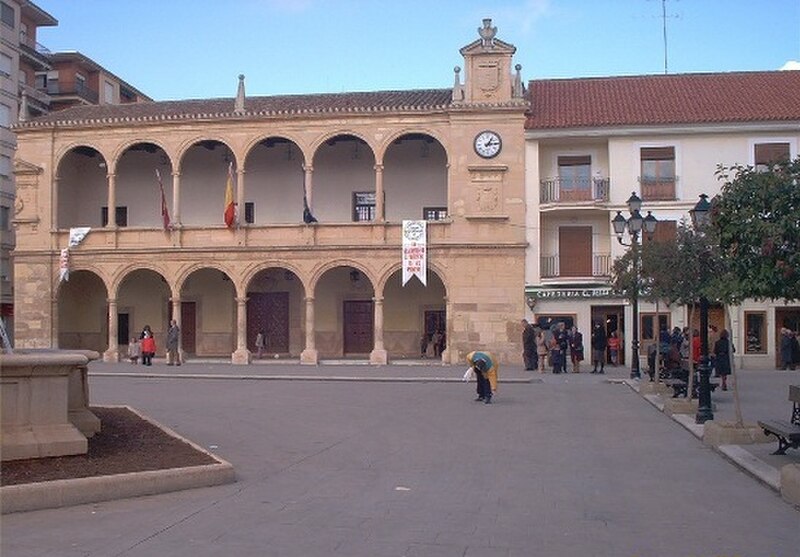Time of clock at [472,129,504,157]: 1:13
